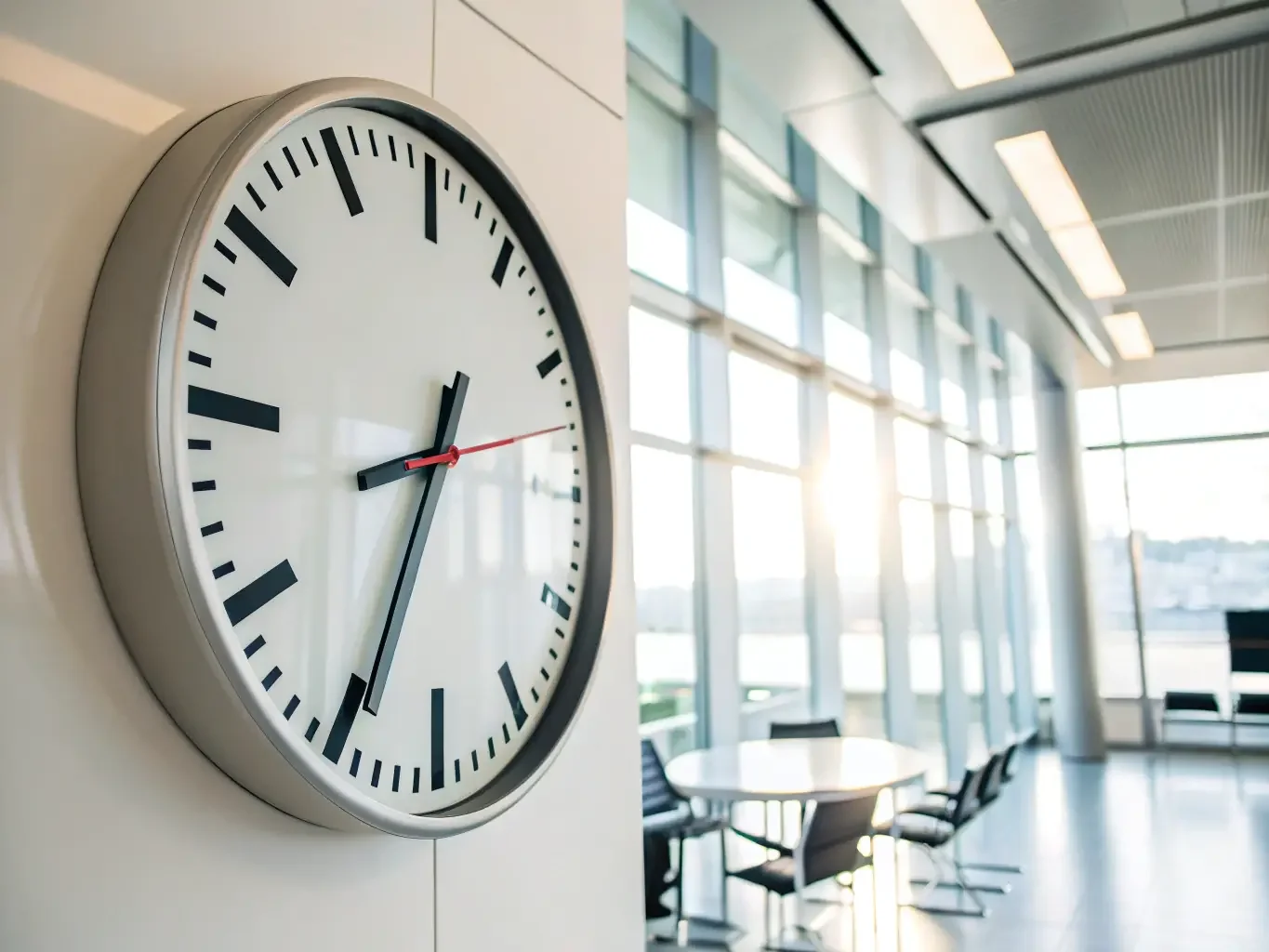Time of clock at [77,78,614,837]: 8:34
